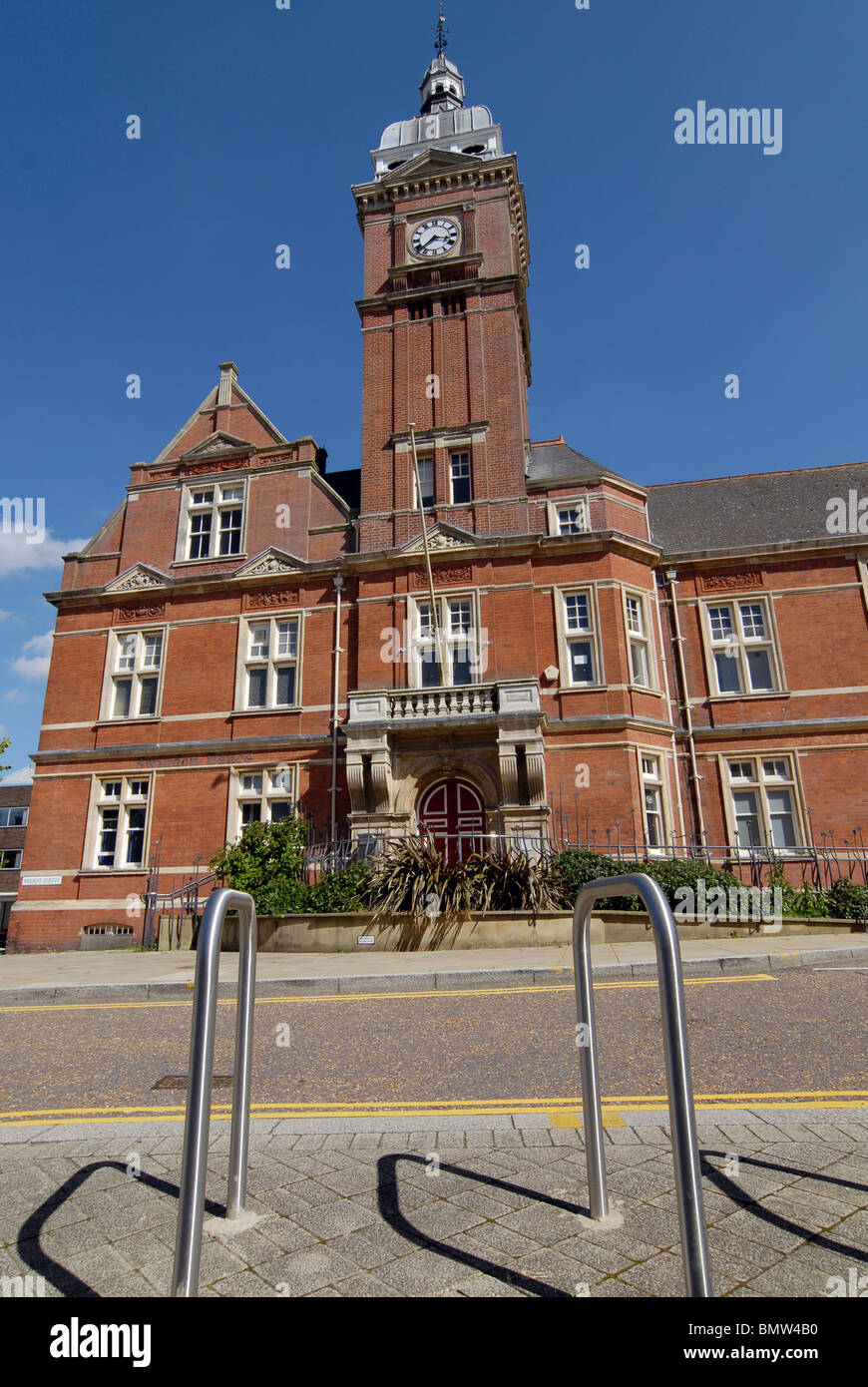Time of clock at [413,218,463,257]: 3:37
